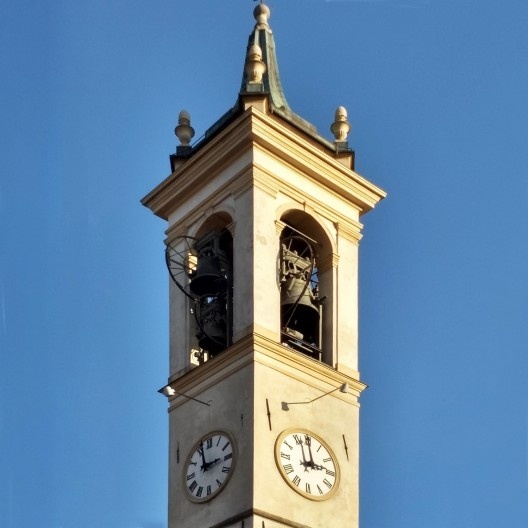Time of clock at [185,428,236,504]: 2:56
